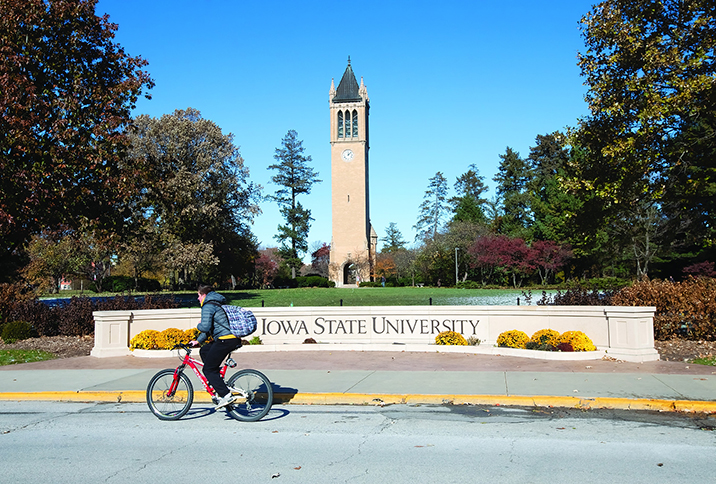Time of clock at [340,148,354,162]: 12:07
